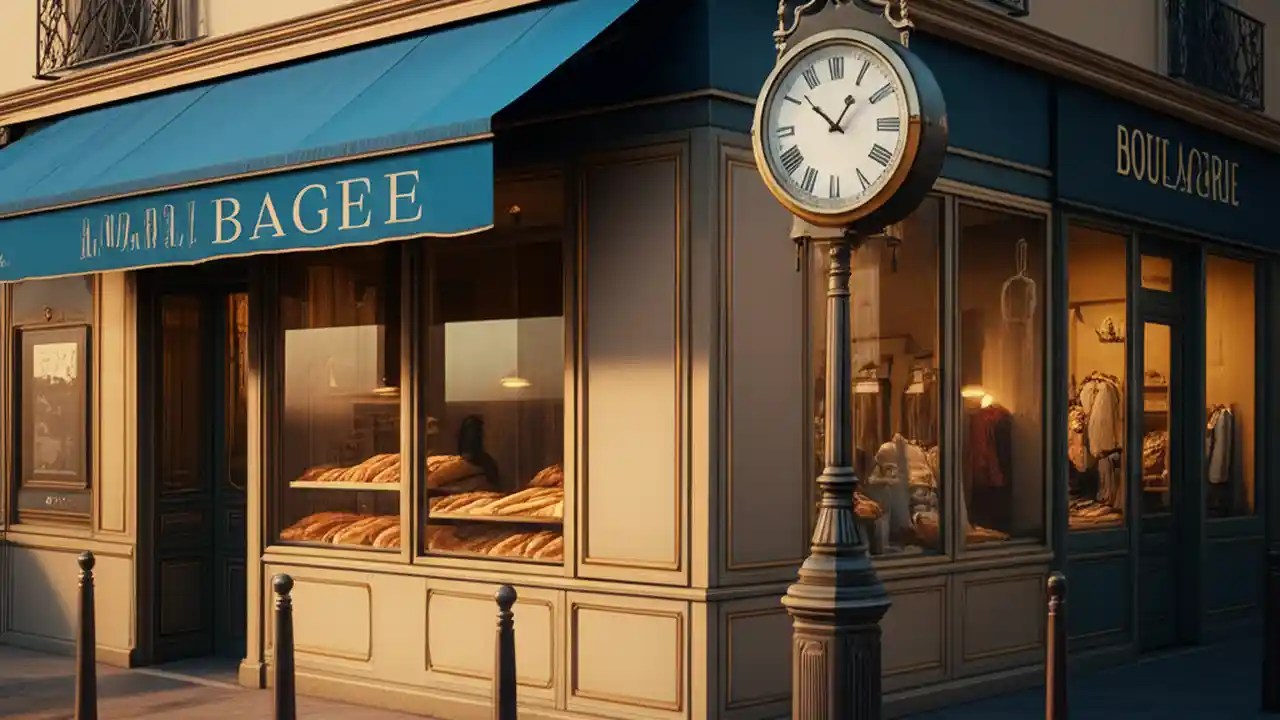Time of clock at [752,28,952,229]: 12:51
